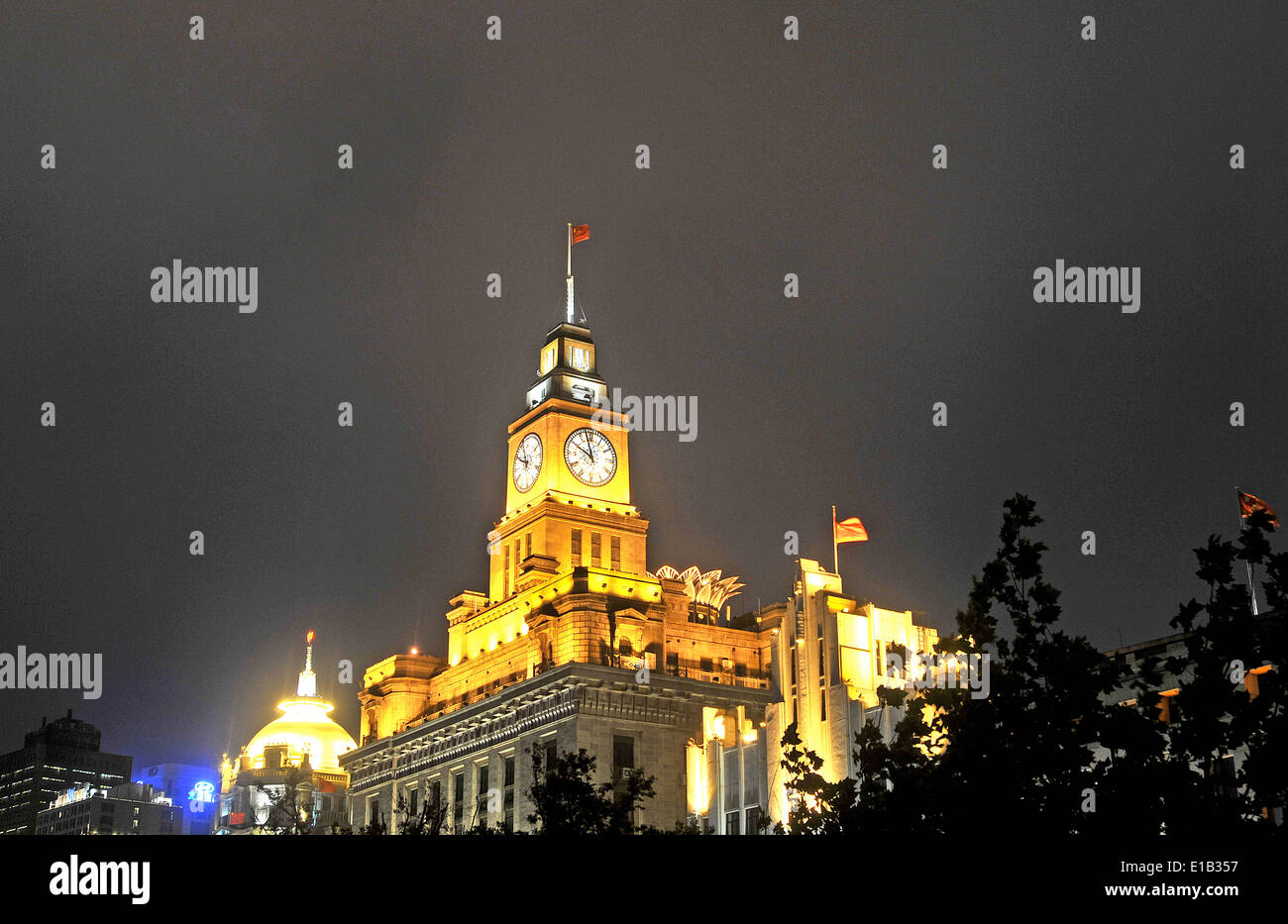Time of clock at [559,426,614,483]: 9:57
